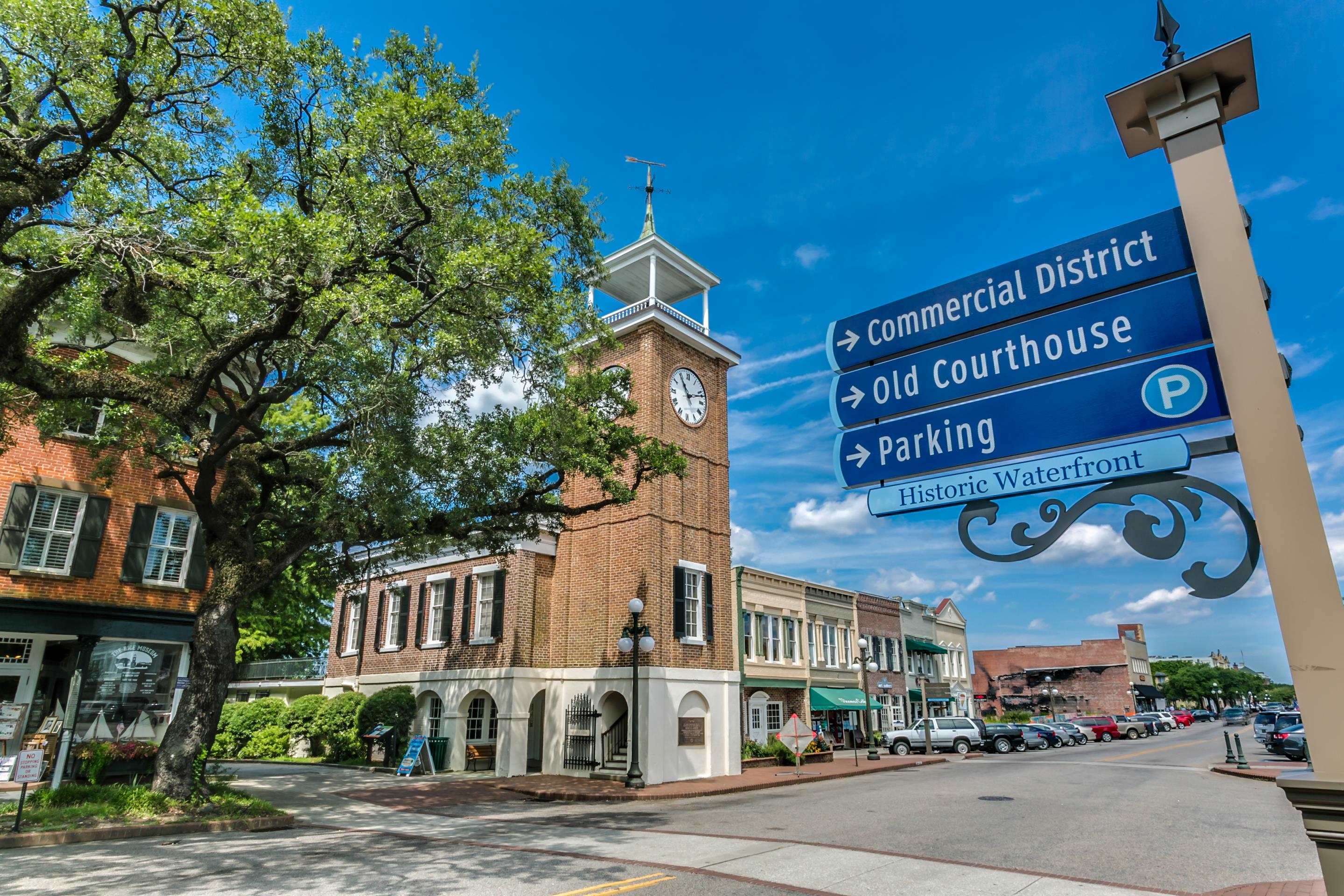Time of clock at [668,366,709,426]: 11:11
